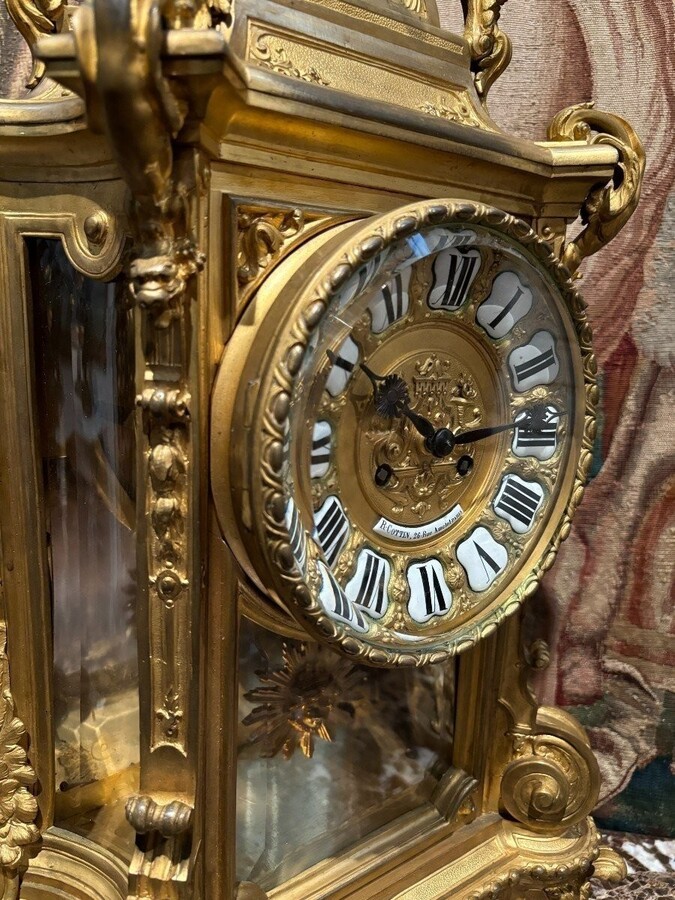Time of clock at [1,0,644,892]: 2:50
